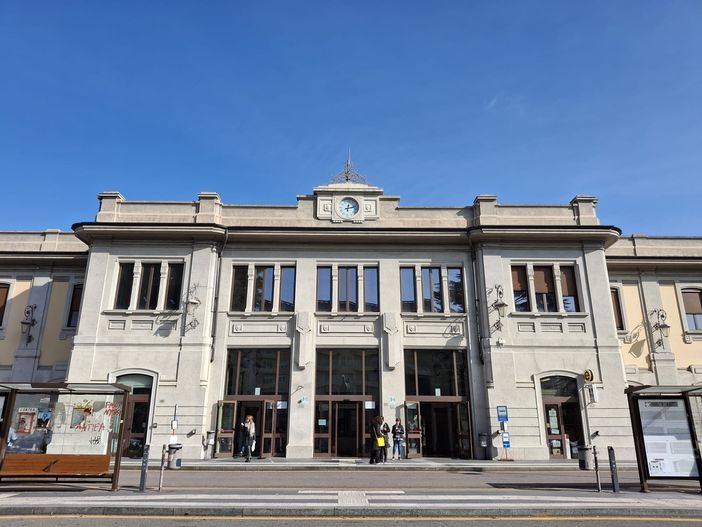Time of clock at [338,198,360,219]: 12:12
